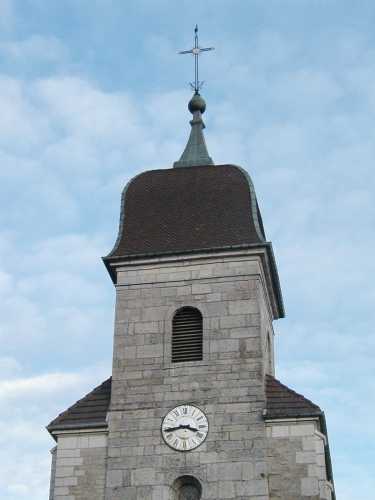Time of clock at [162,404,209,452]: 3:43
